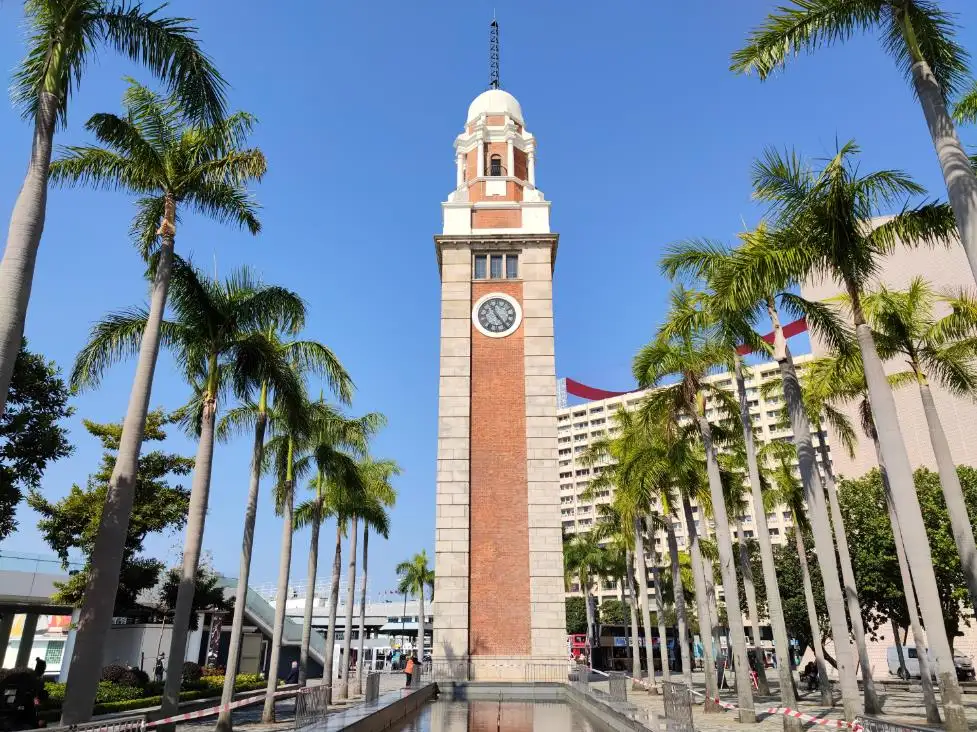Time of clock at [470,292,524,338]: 11:23
